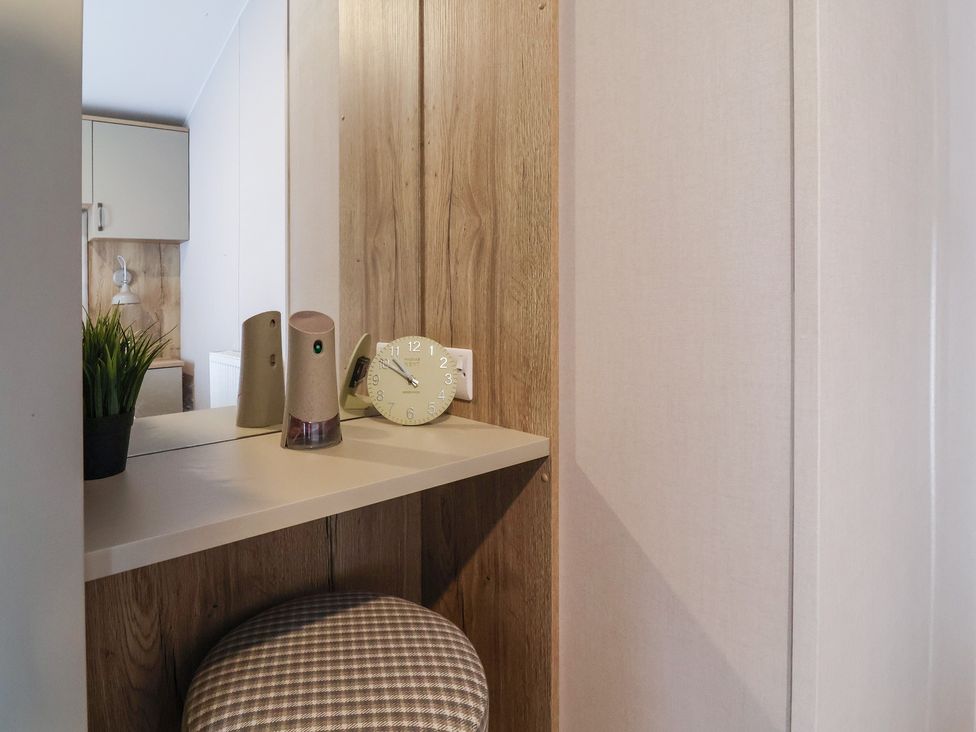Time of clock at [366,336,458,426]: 10:50
